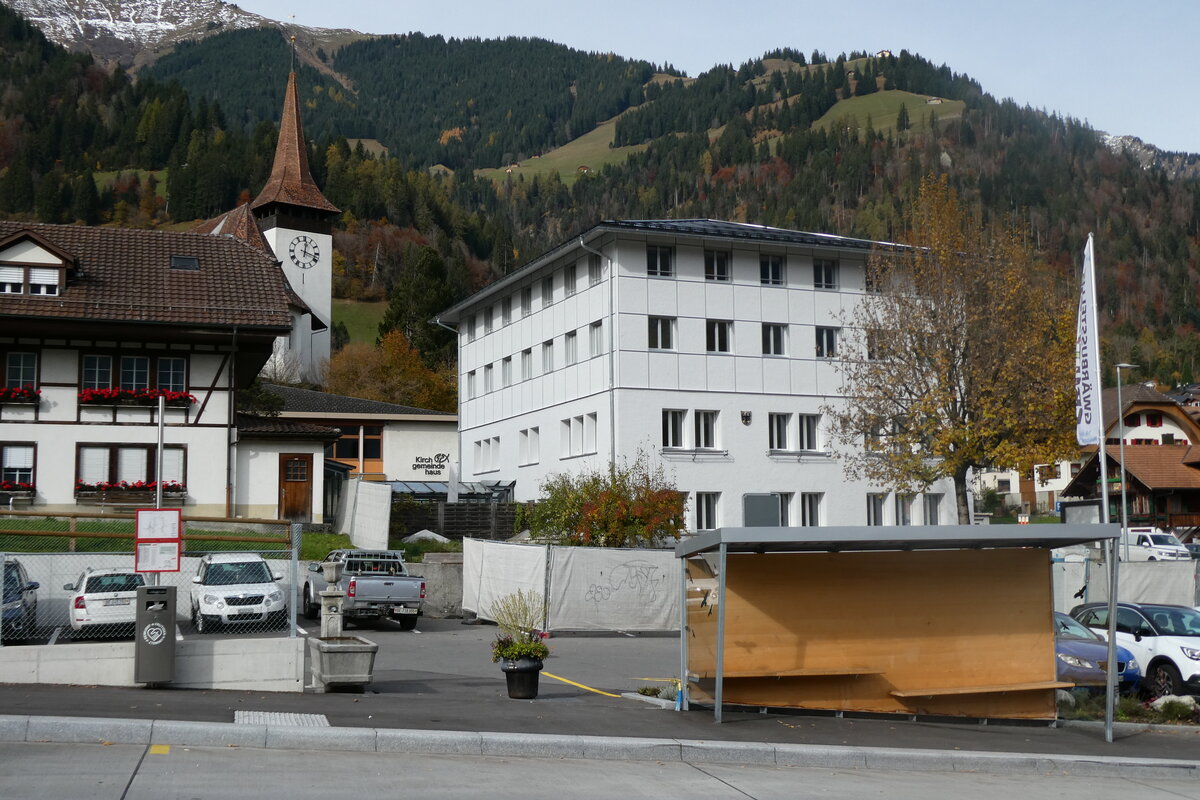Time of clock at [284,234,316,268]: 12:18
